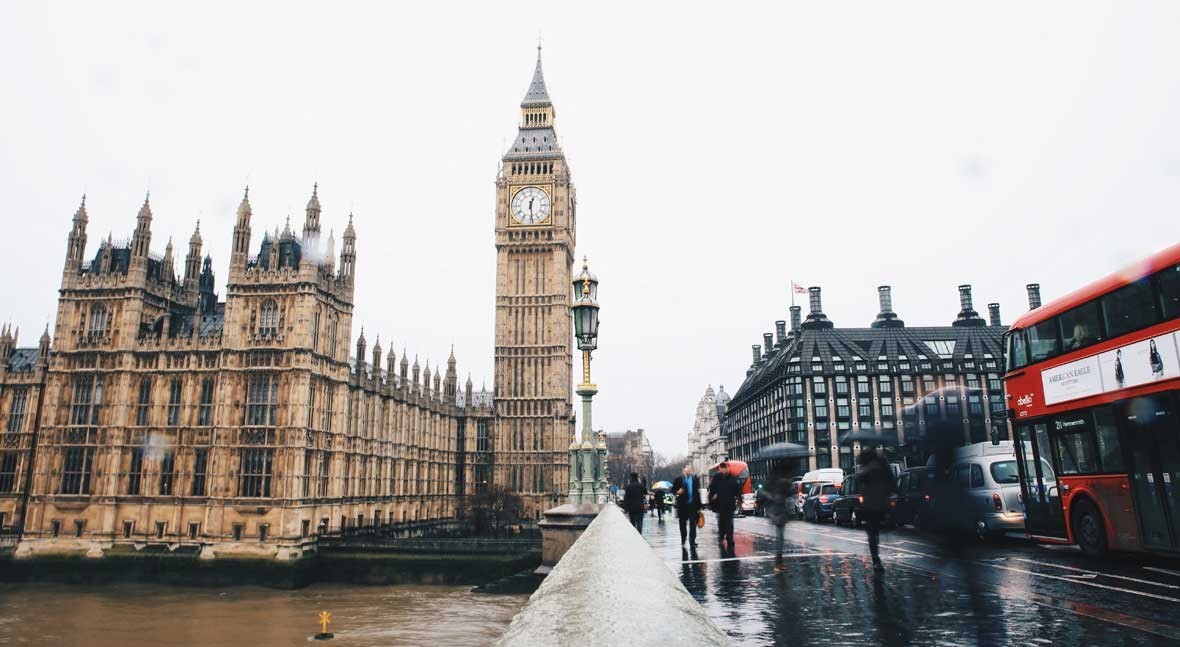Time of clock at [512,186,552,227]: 12:28
